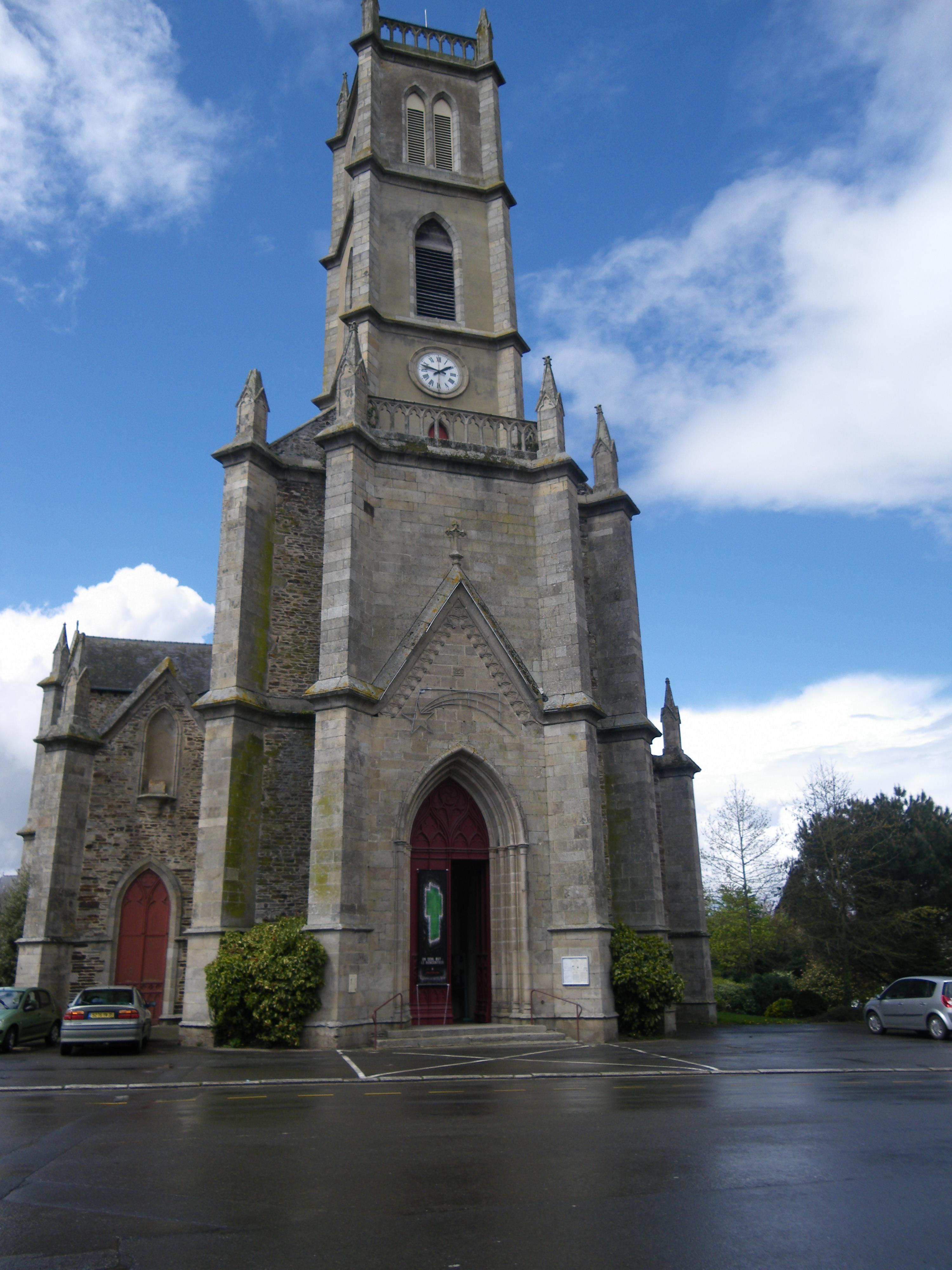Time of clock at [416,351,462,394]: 1:47
